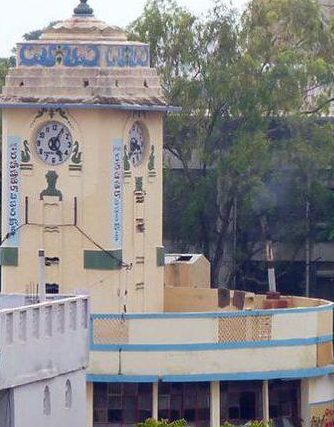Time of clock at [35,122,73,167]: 5:05
